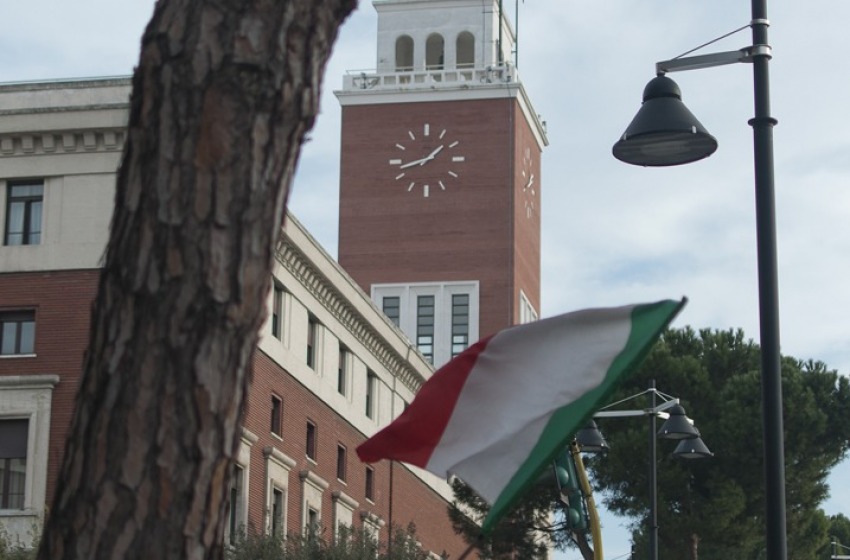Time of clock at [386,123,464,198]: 1:42
